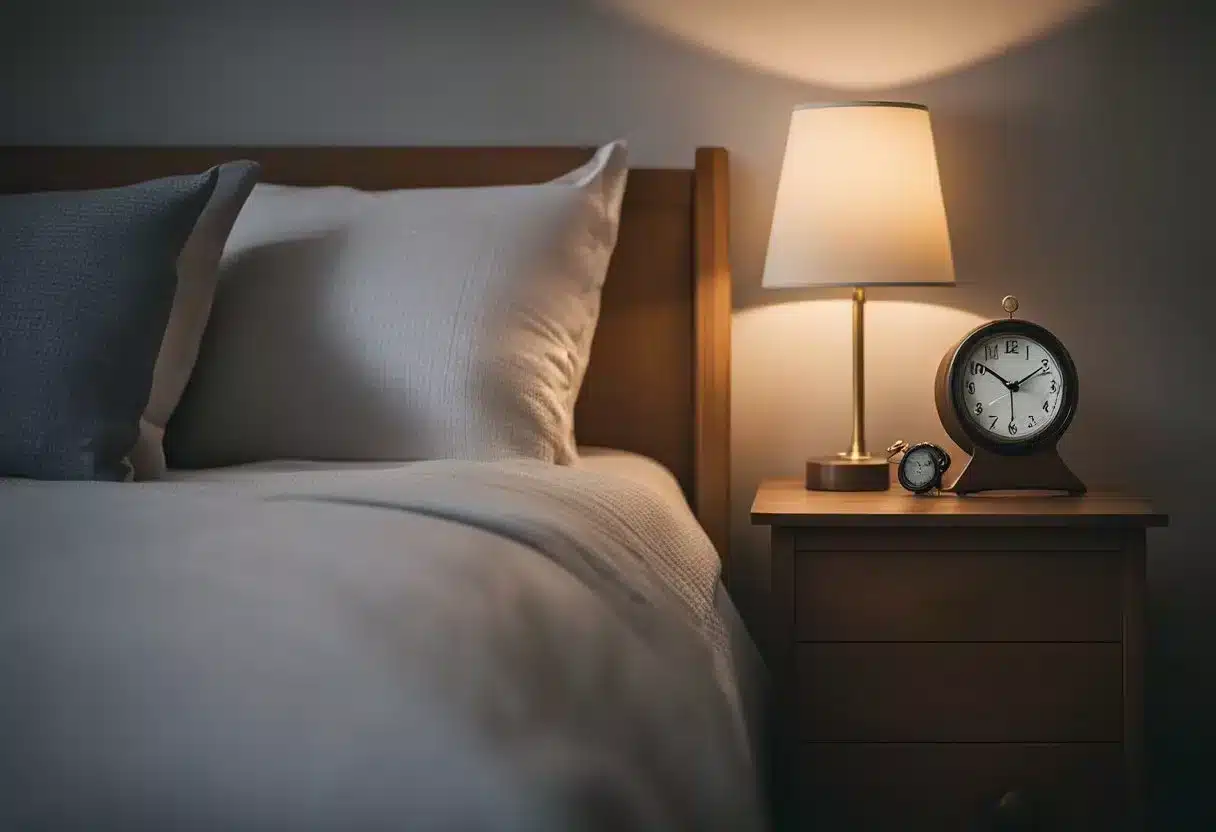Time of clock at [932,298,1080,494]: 1:51
